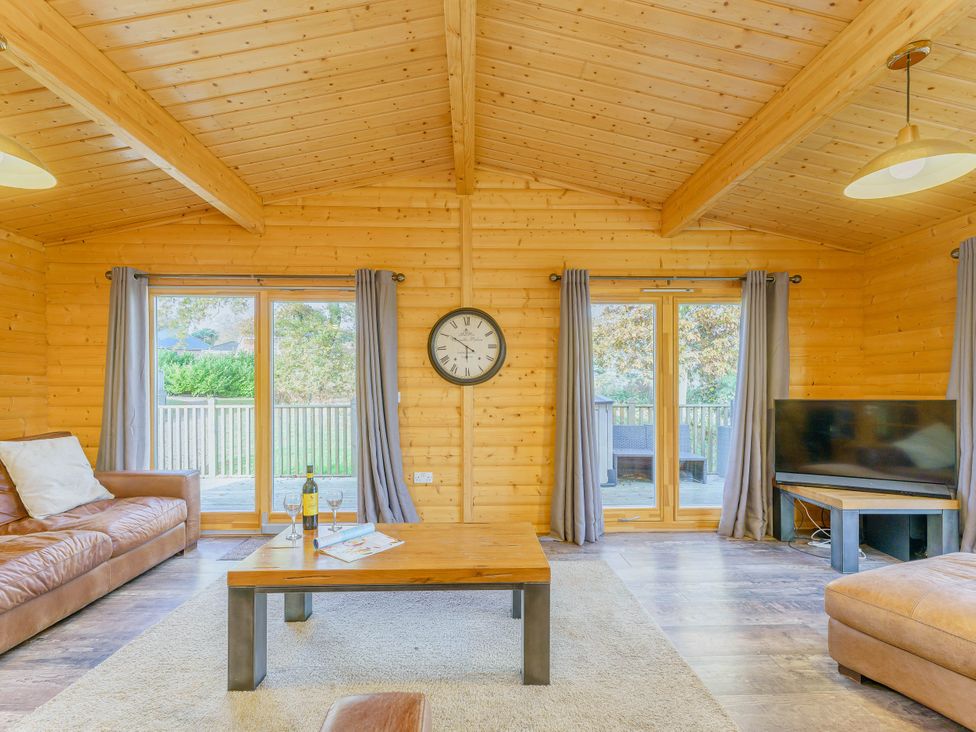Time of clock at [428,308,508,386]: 5:50
